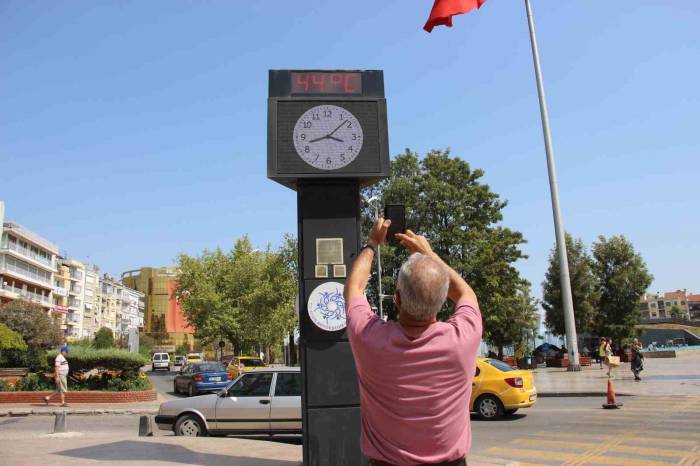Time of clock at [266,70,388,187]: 3:42
